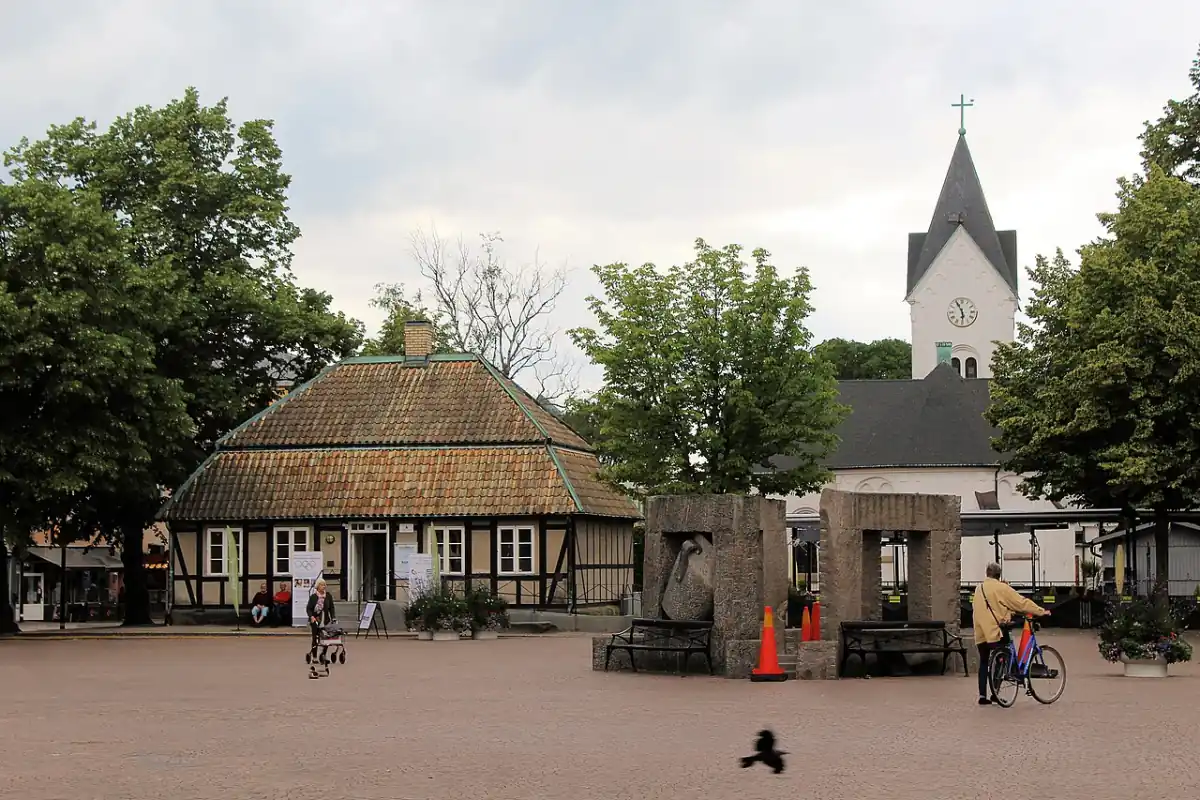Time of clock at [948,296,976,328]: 5:55
